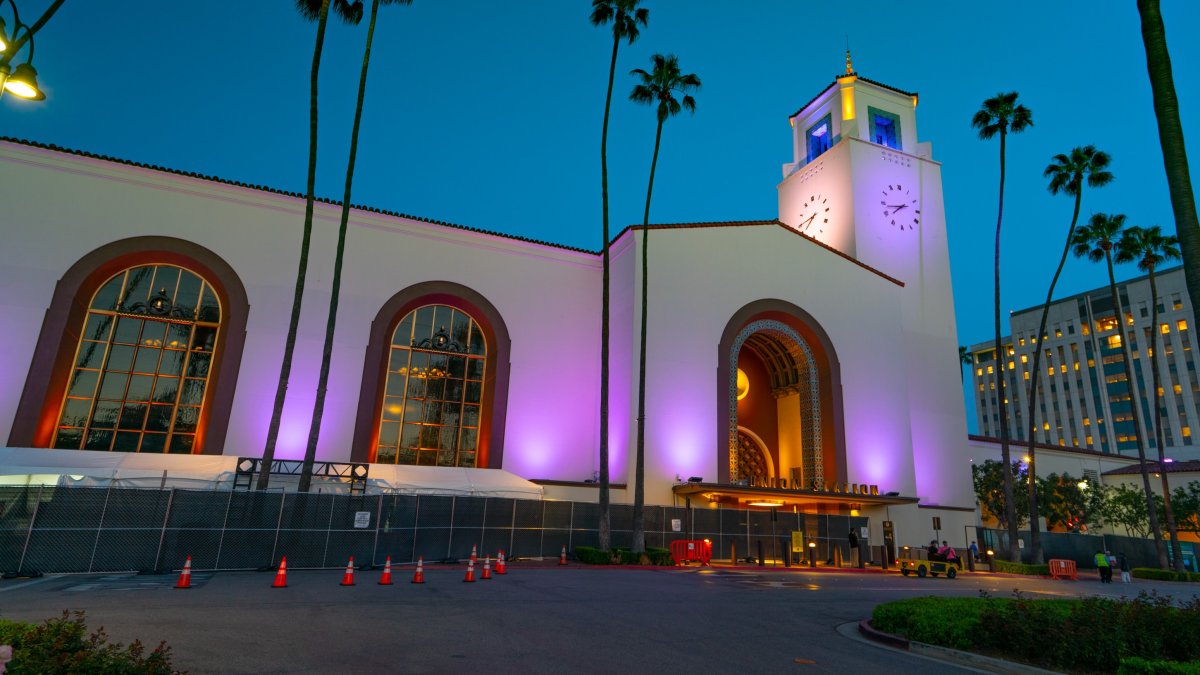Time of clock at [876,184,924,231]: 7:43
